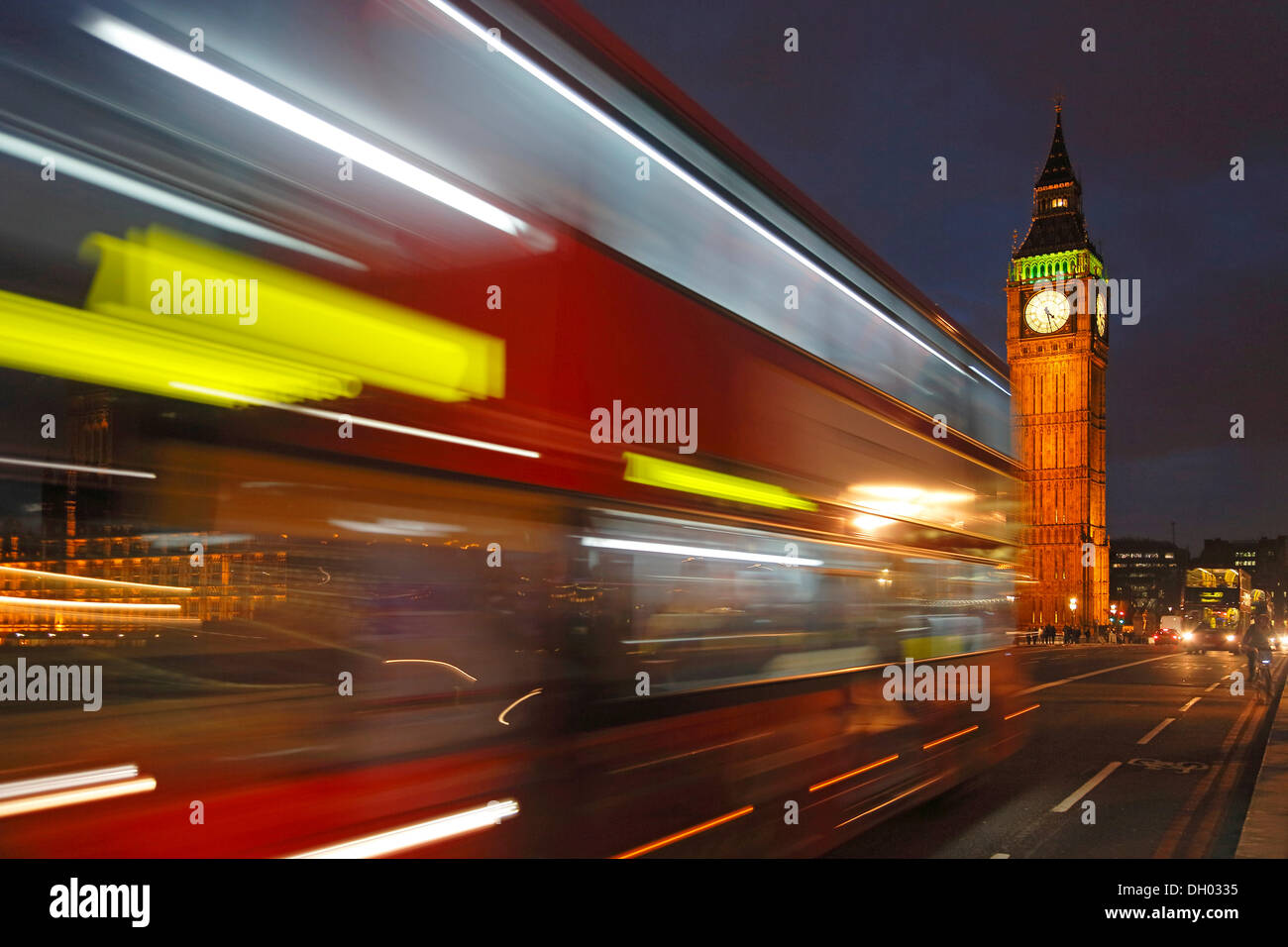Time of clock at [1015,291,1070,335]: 4:28
